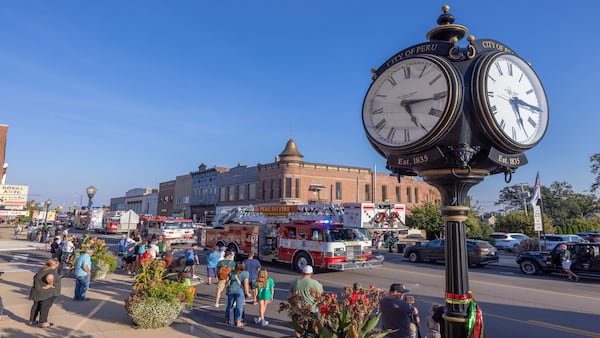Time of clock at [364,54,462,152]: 5:15
